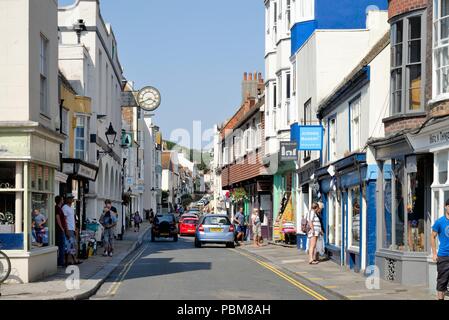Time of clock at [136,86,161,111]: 3:40
